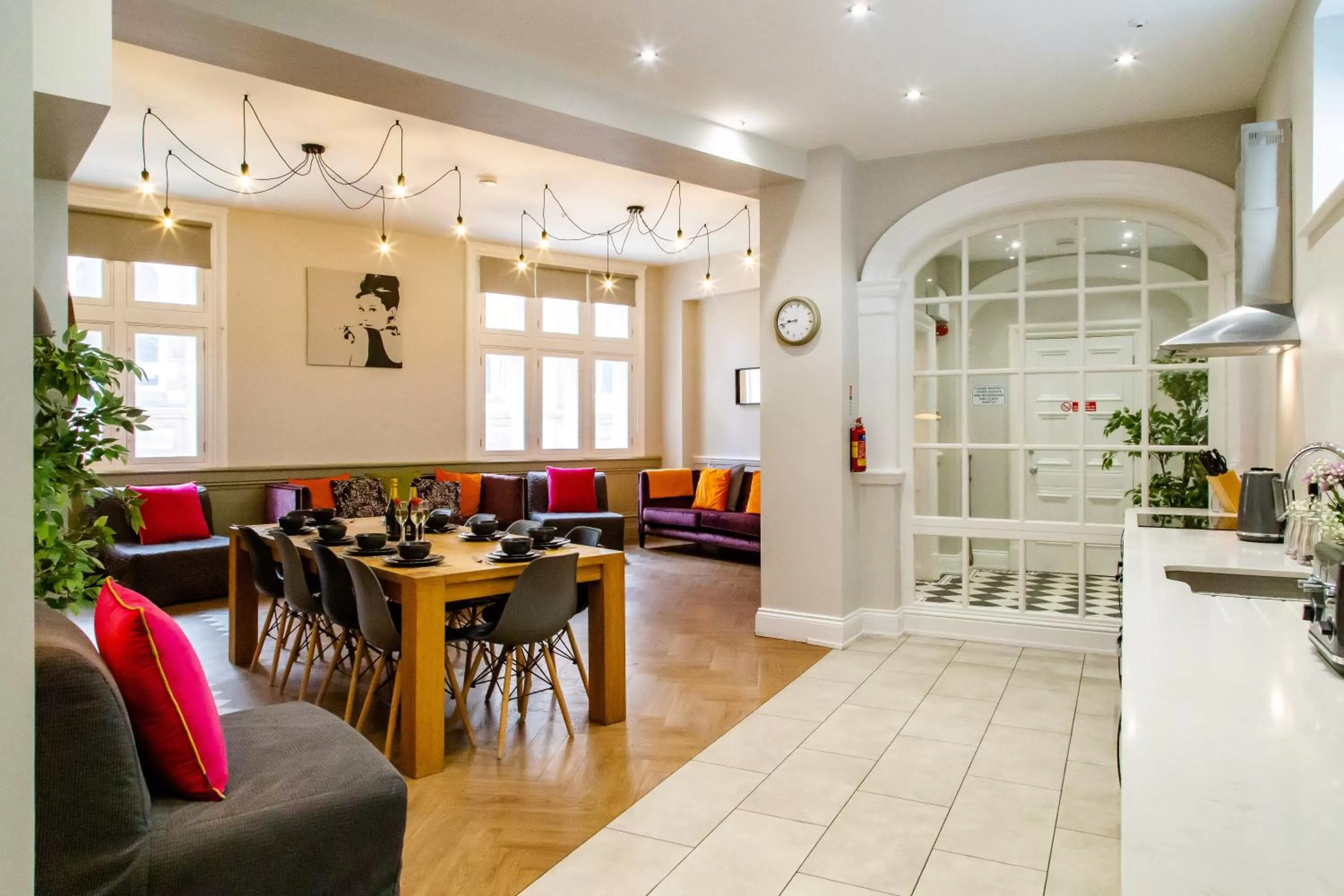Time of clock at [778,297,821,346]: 8:41
